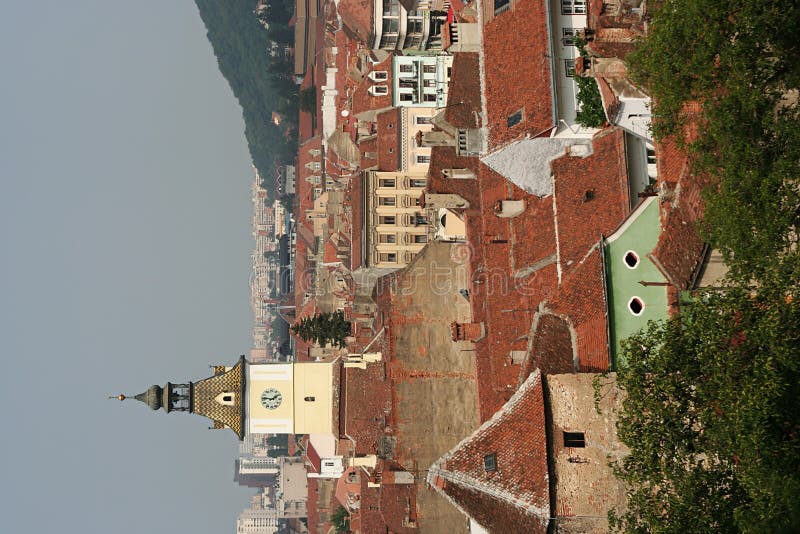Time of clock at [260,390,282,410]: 1:46
